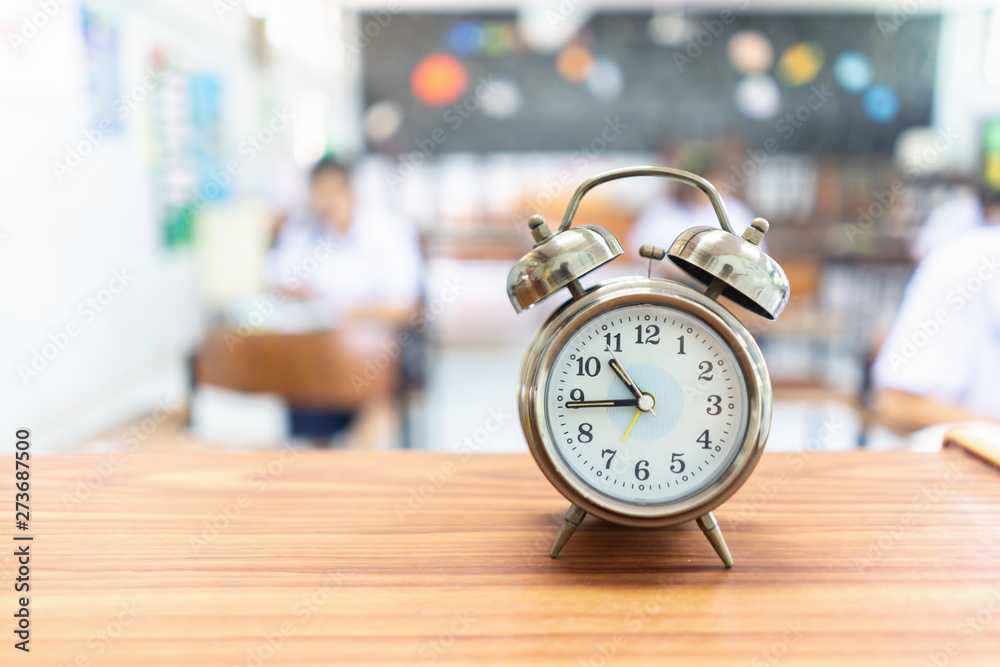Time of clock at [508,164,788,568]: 10:44
